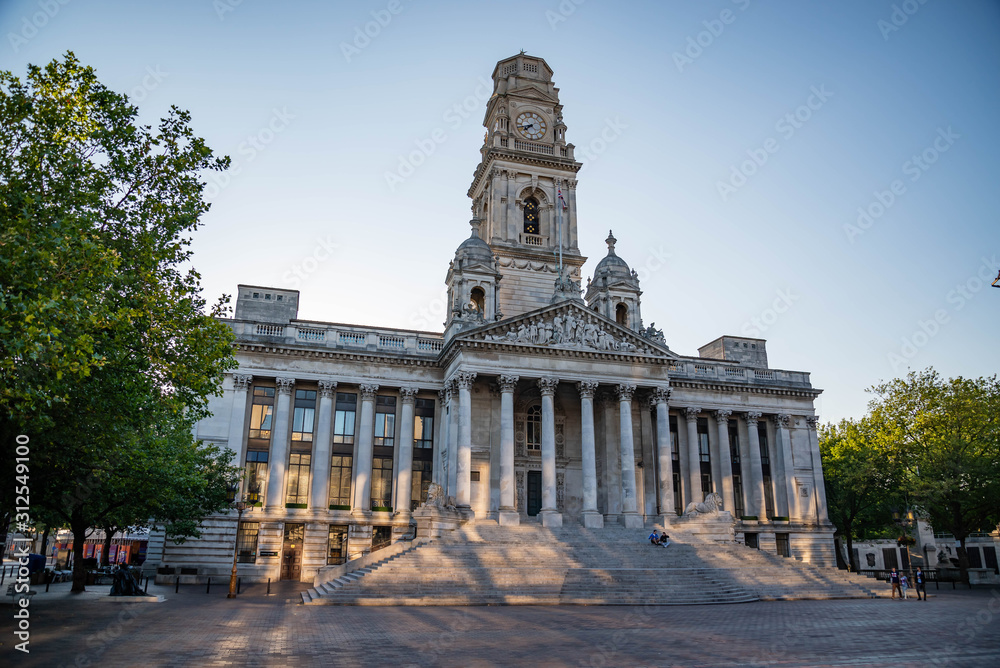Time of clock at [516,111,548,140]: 7:42
